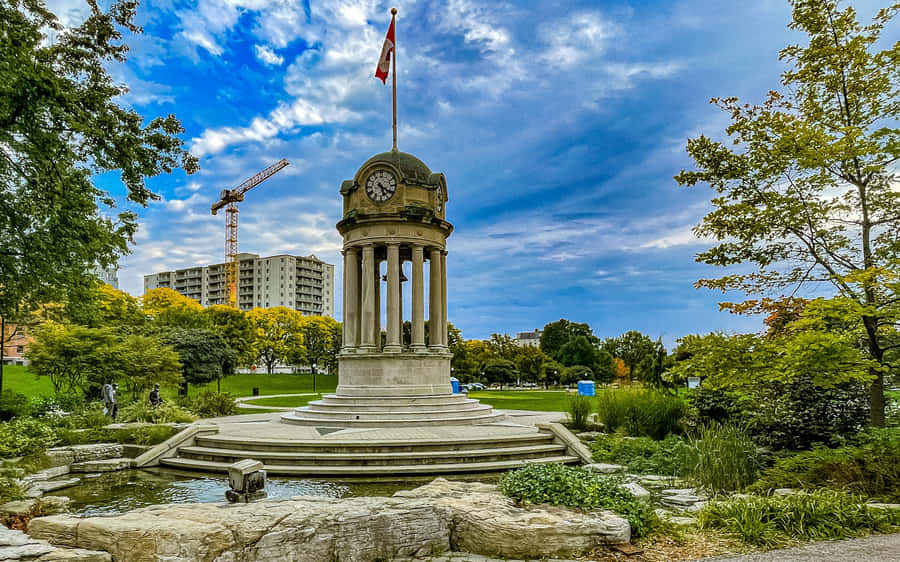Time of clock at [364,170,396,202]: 5:20
